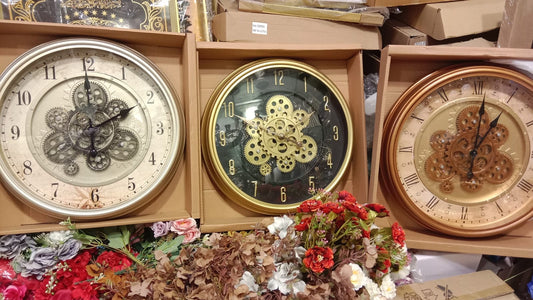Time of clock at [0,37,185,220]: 2:00
